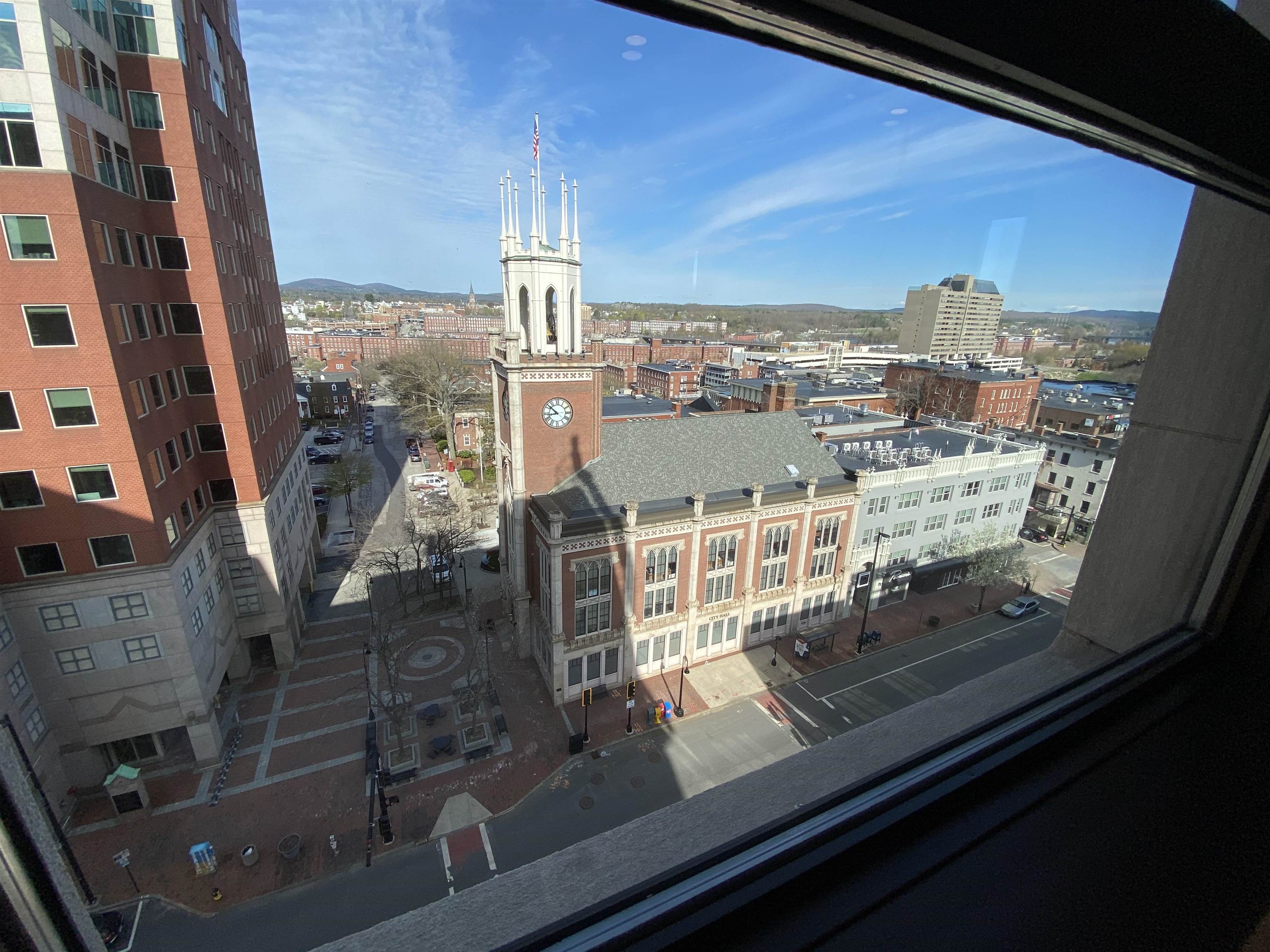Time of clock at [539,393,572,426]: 8:51
